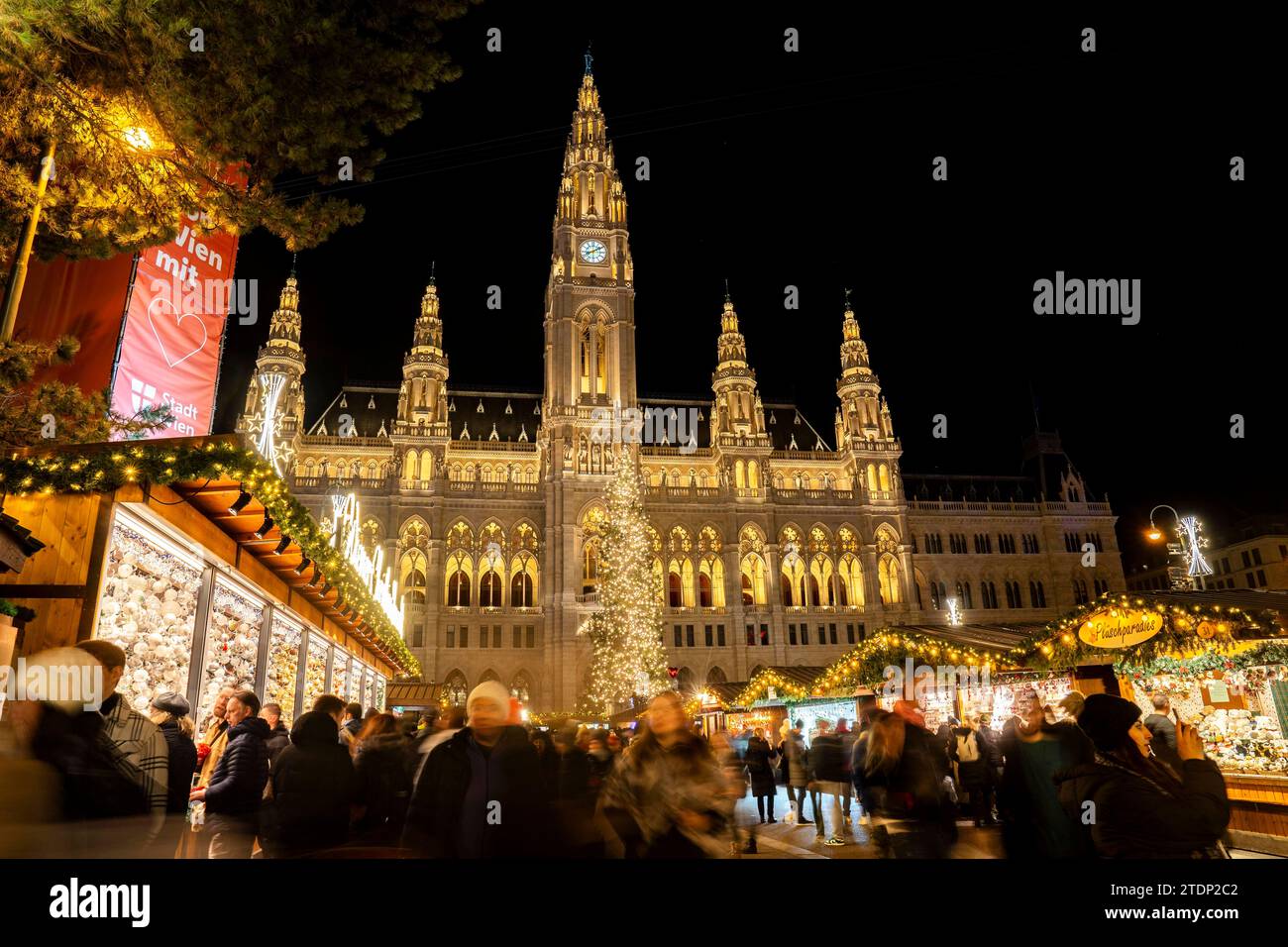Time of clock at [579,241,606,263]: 8:09
